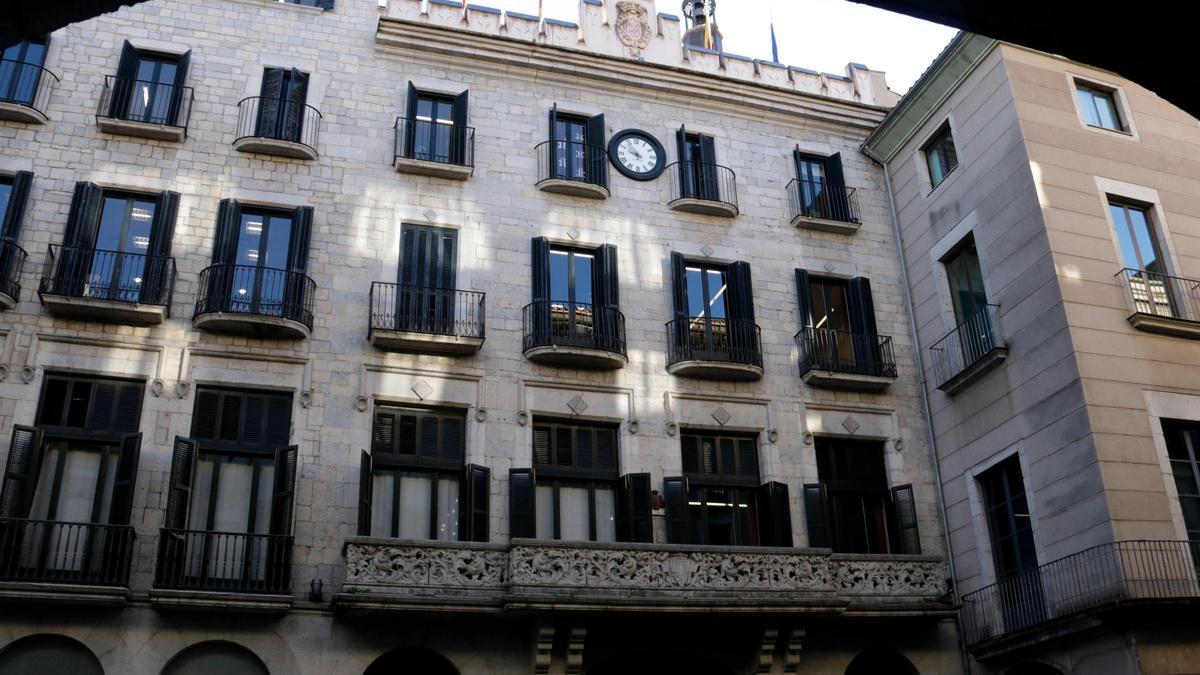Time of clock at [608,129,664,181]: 9:55
